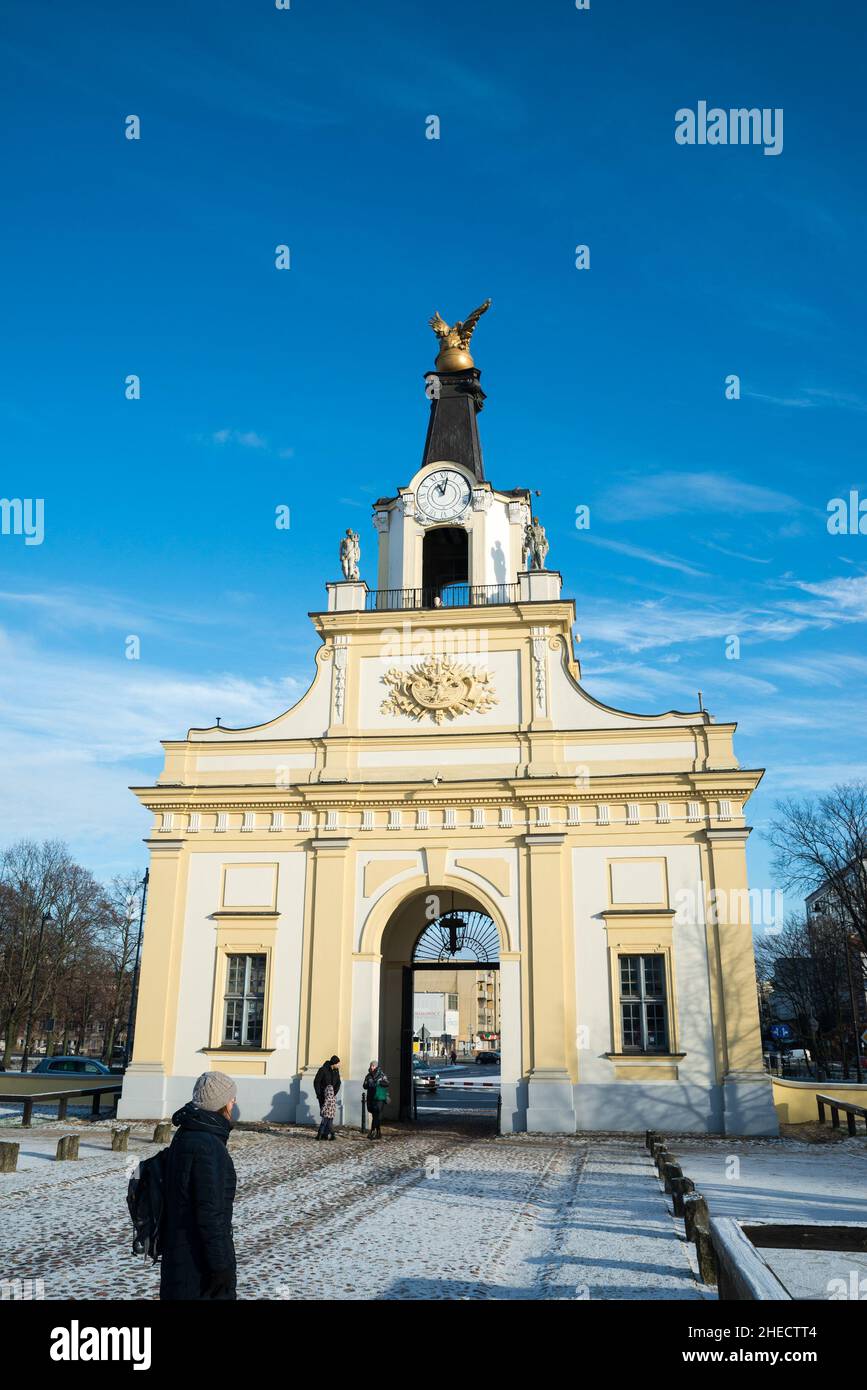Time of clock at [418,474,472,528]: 11:01
